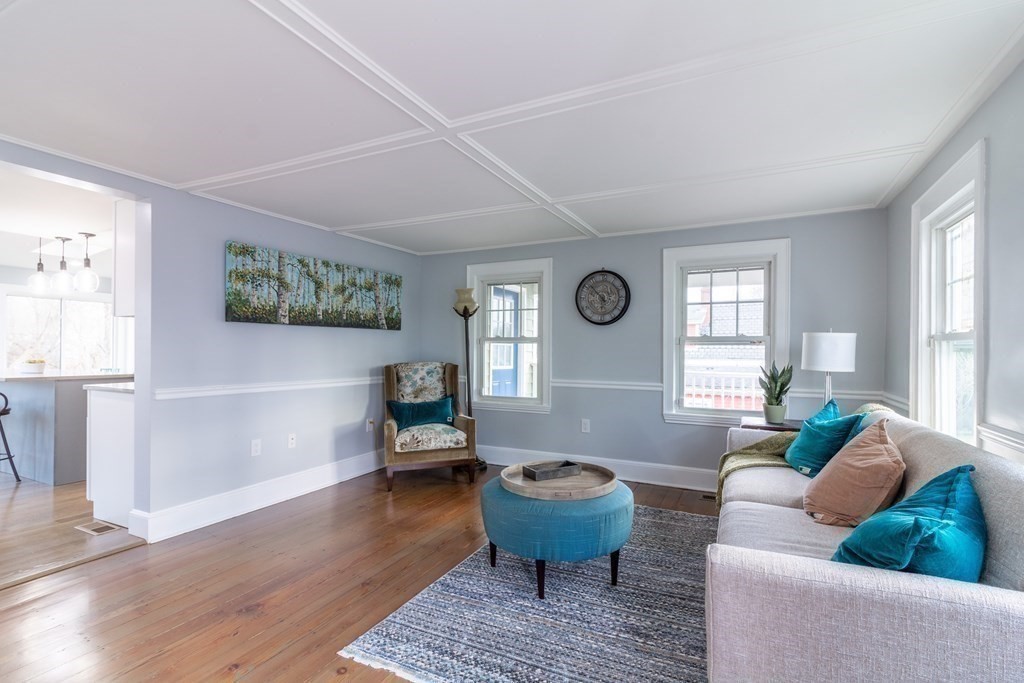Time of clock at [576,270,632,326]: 5:52
